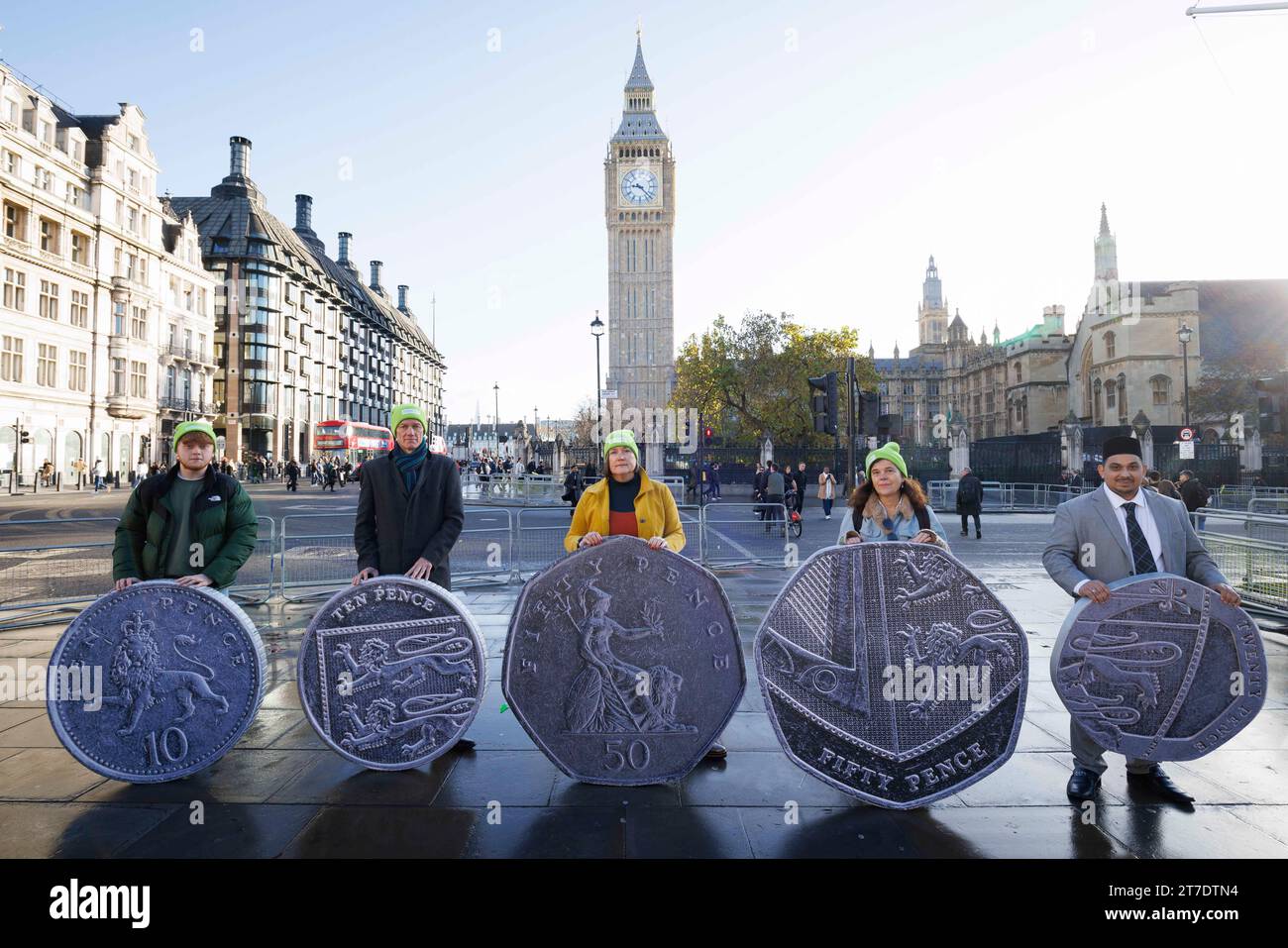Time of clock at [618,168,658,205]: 9:22
